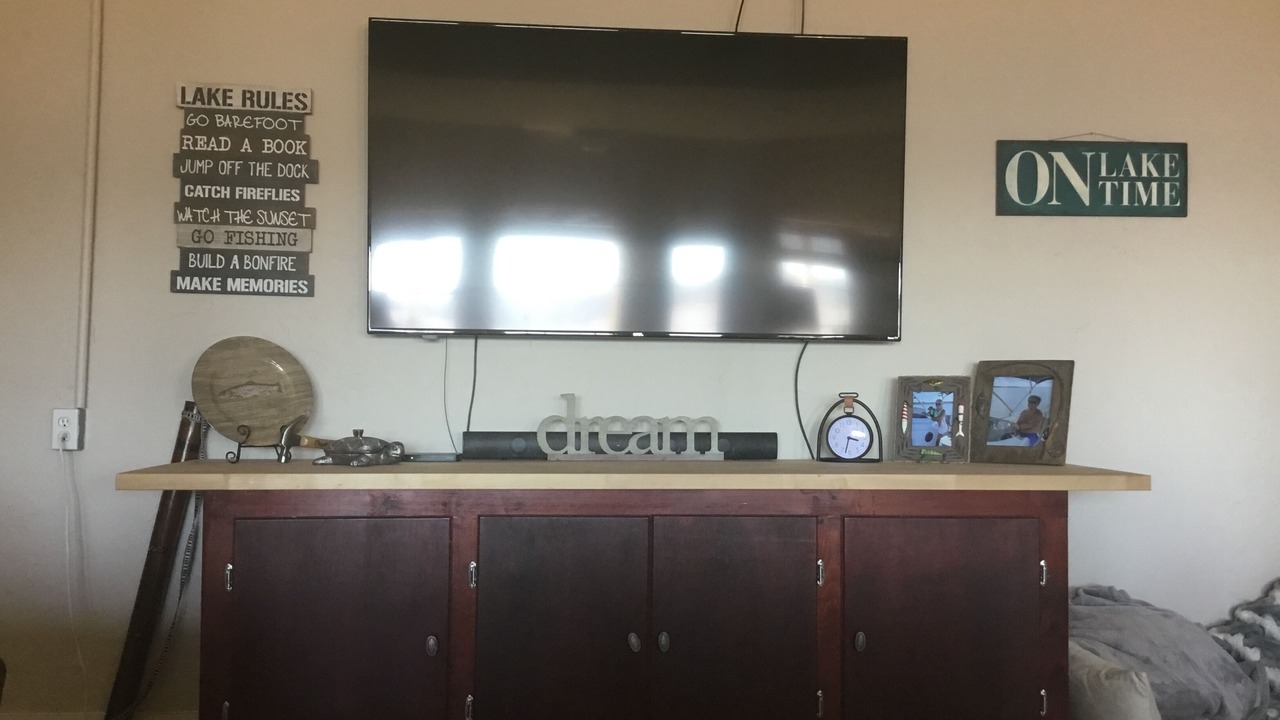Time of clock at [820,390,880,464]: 3:32
